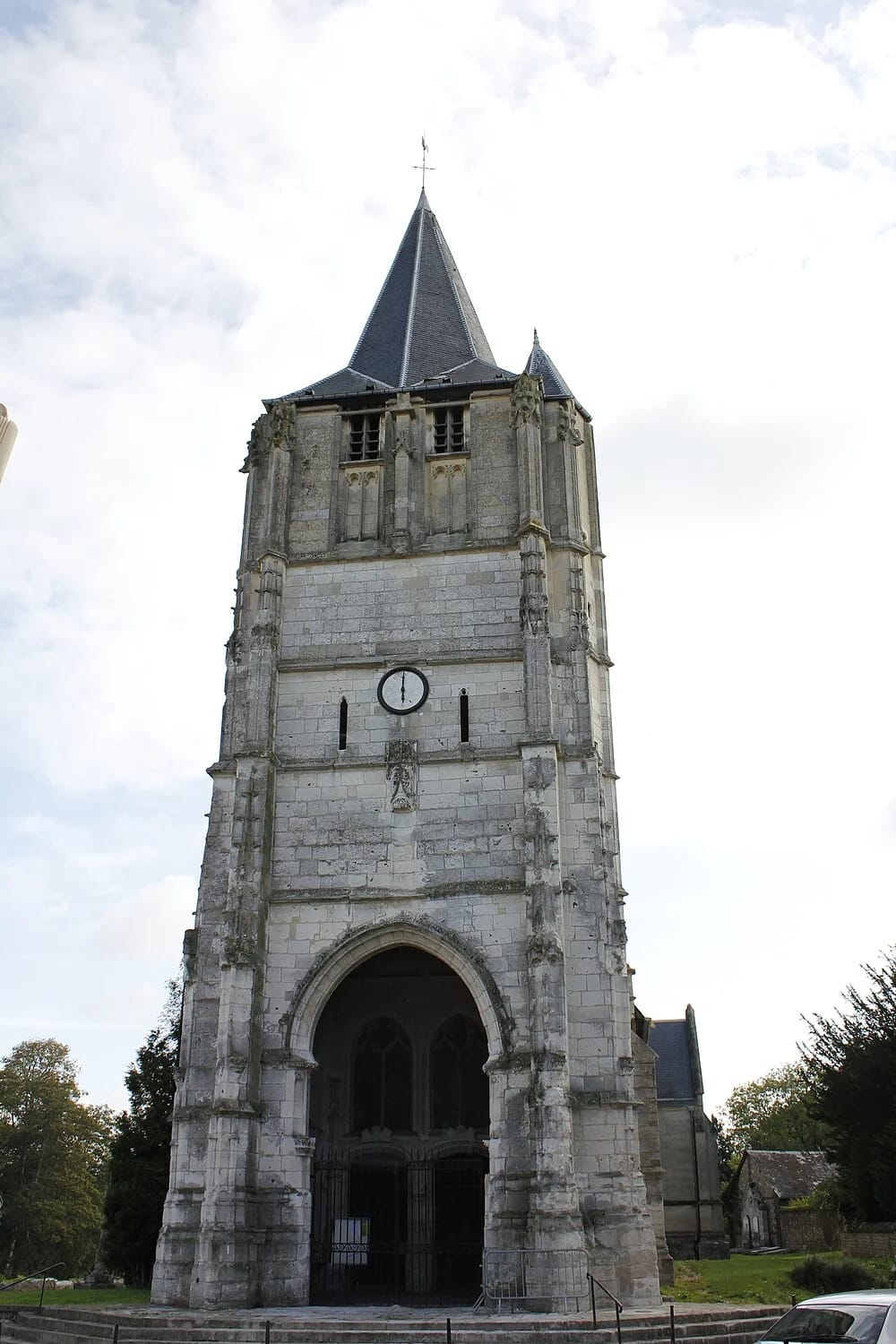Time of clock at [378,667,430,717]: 6:00
